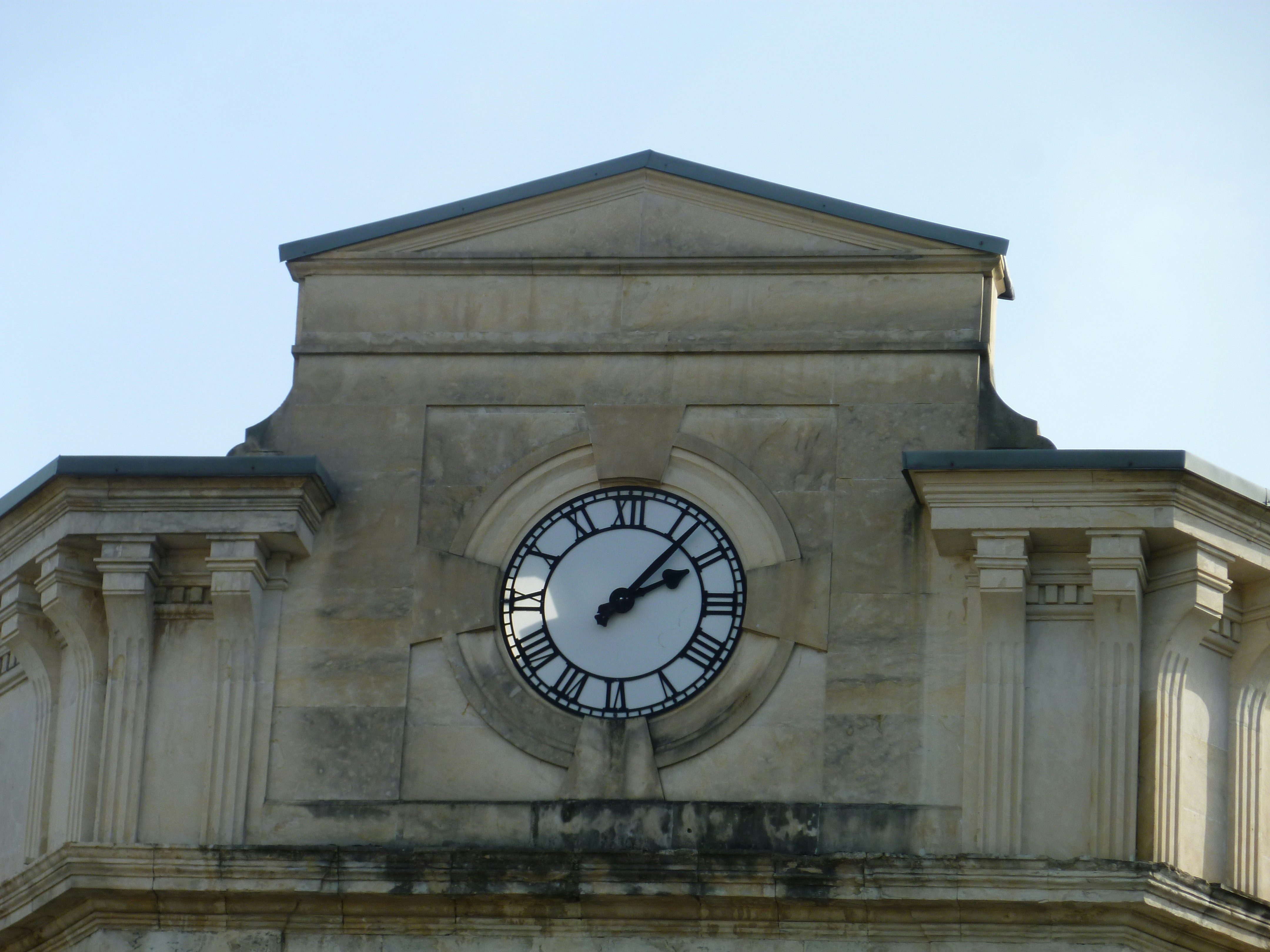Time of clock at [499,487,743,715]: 2:06
